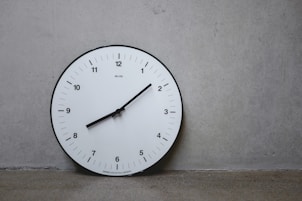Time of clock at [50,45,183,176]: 8:08
